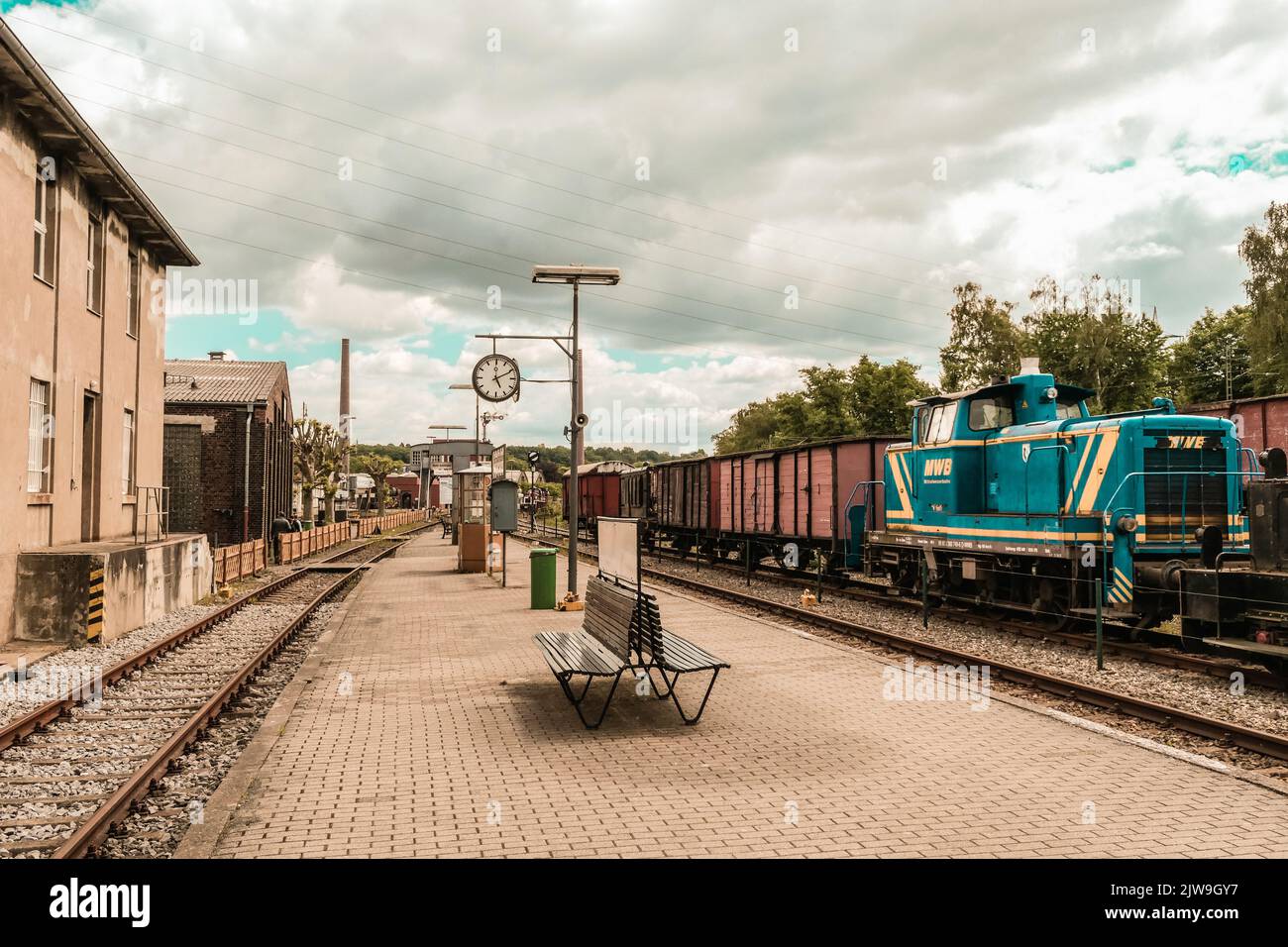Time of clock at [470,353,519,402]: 5:10
